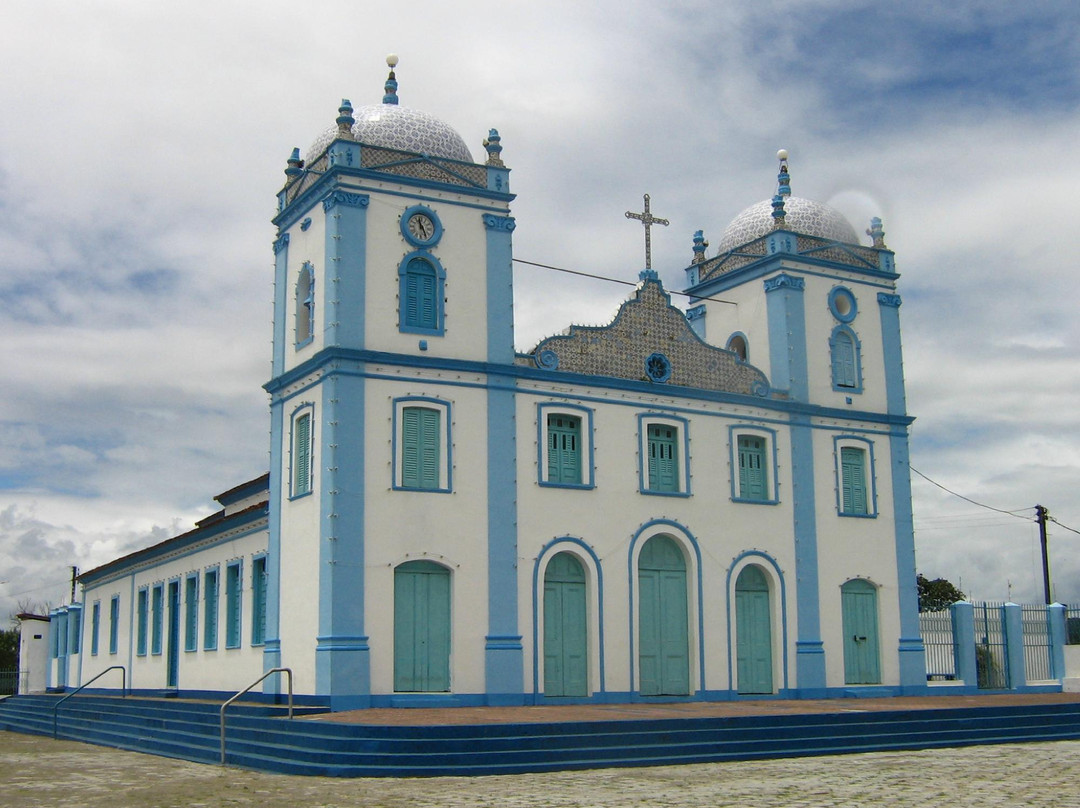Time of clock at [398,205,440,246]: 11:25
